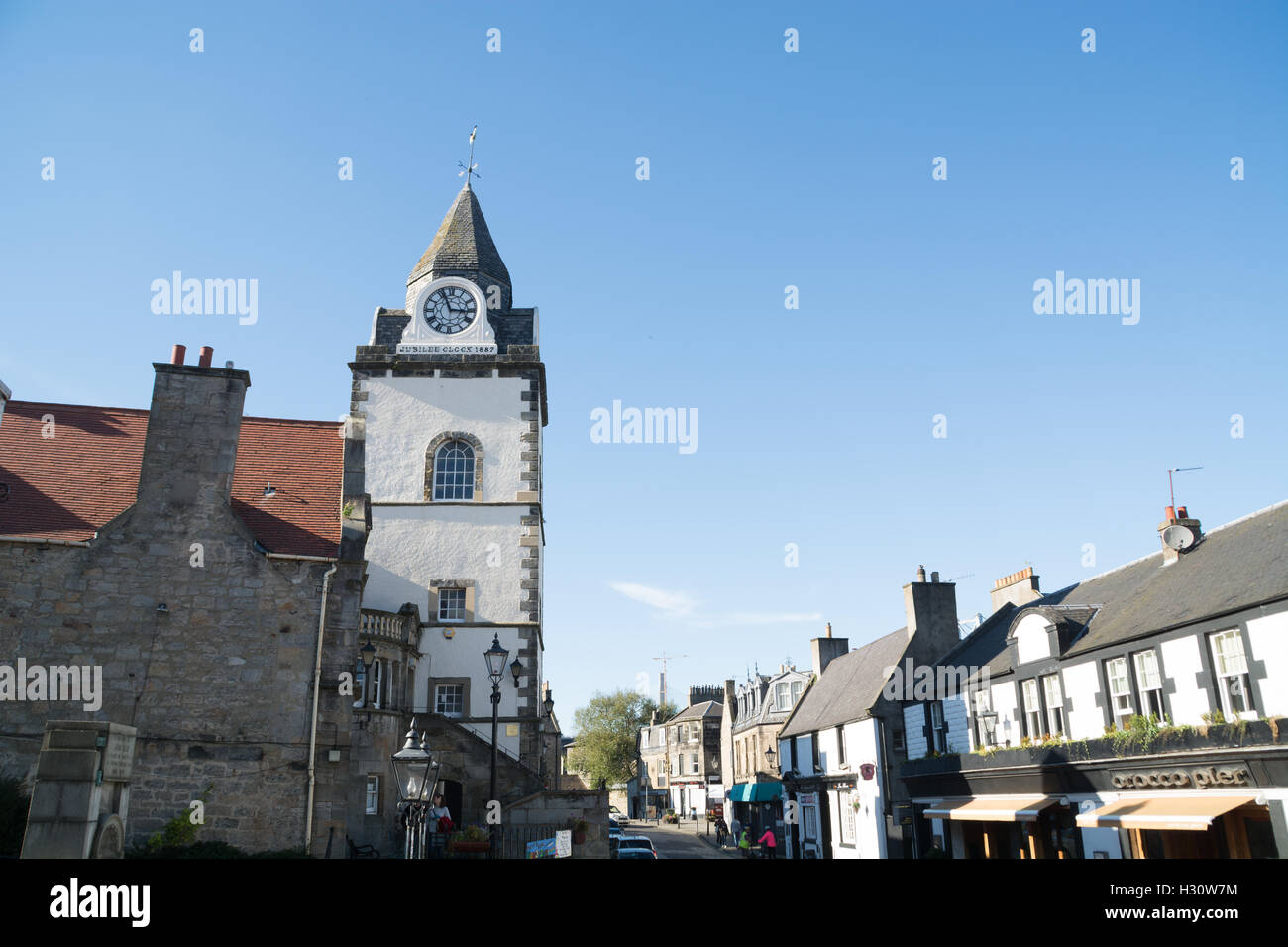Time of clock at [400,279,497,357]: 2:56
